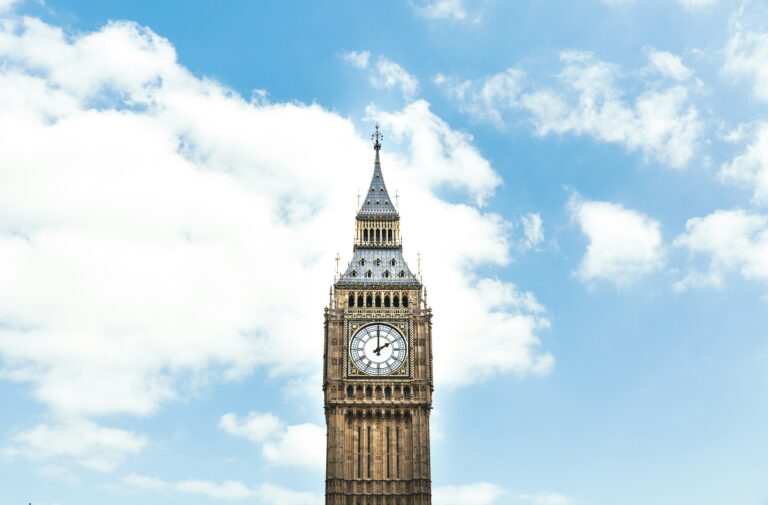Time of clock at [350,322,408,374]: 2:00
